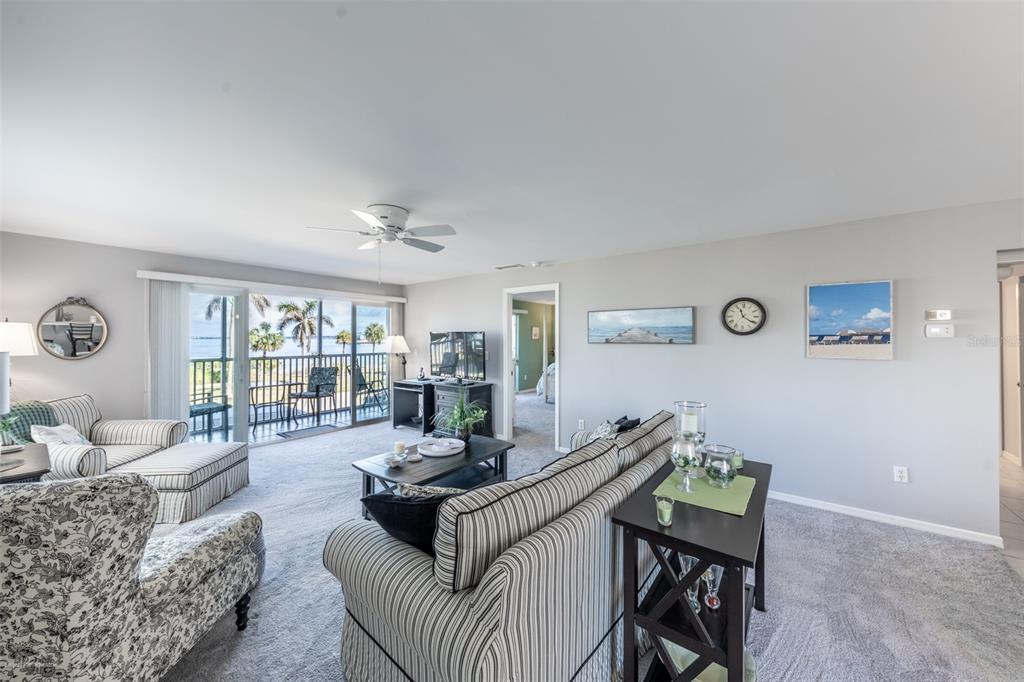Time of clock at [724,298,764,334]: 11:20
